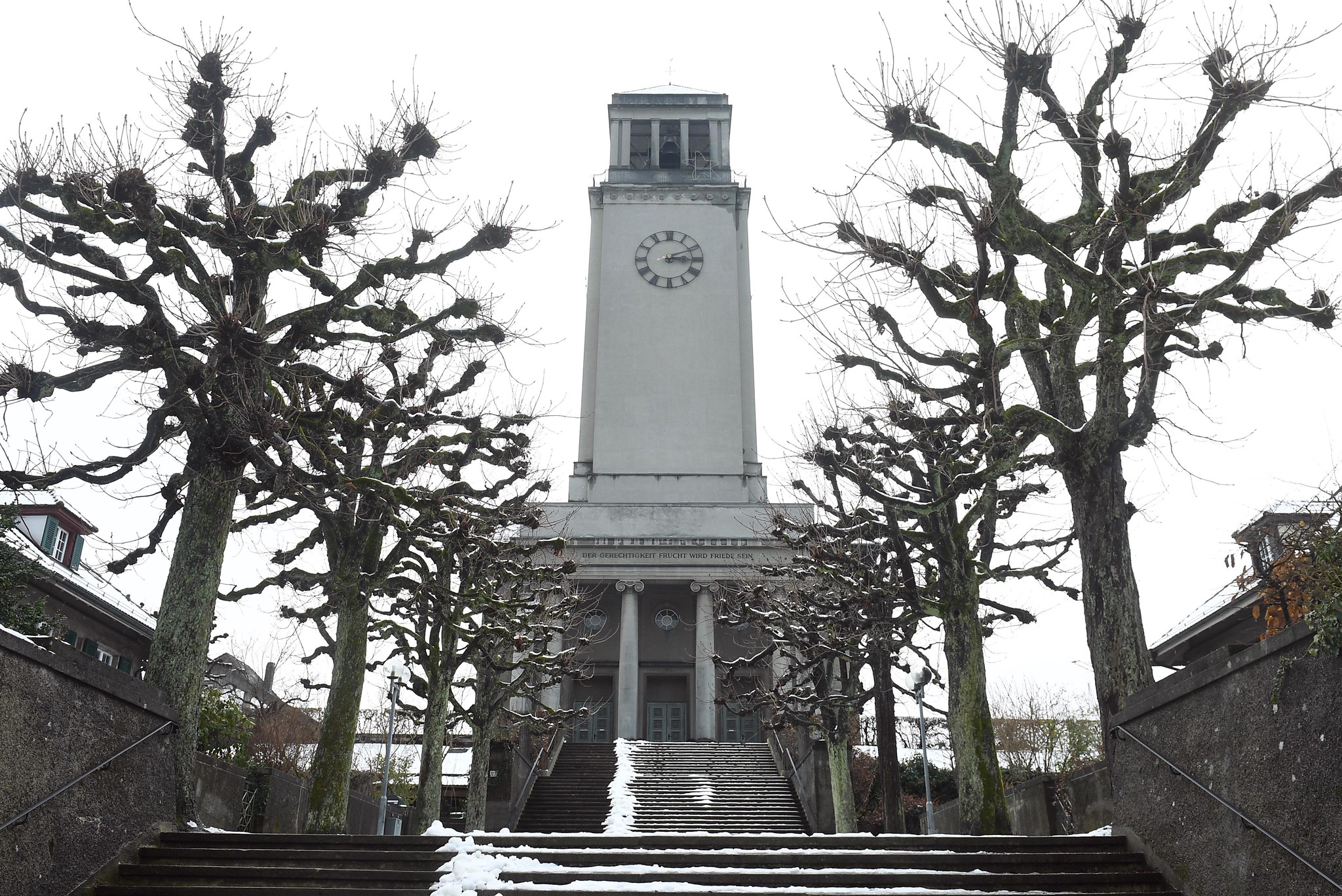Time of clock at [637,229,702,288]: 3:11
